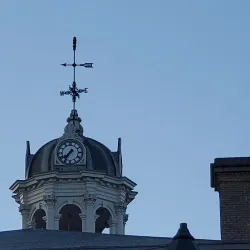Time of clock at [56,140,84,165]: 7:36
